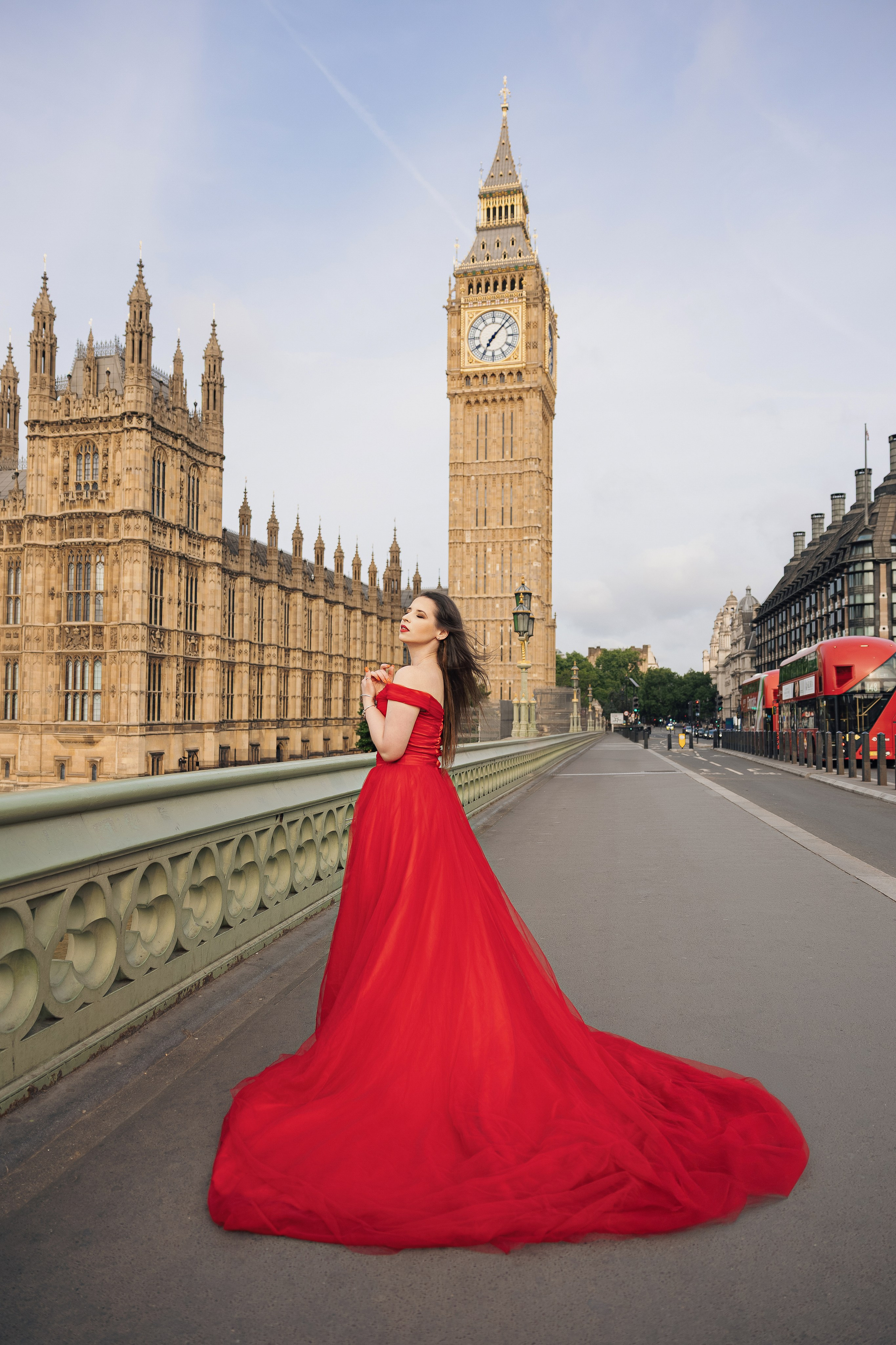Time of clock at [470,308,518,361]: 7:07
